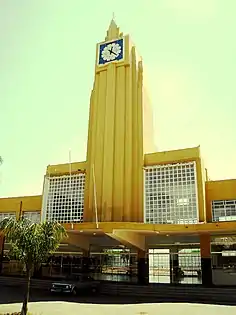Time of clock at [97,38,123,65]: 12:21
